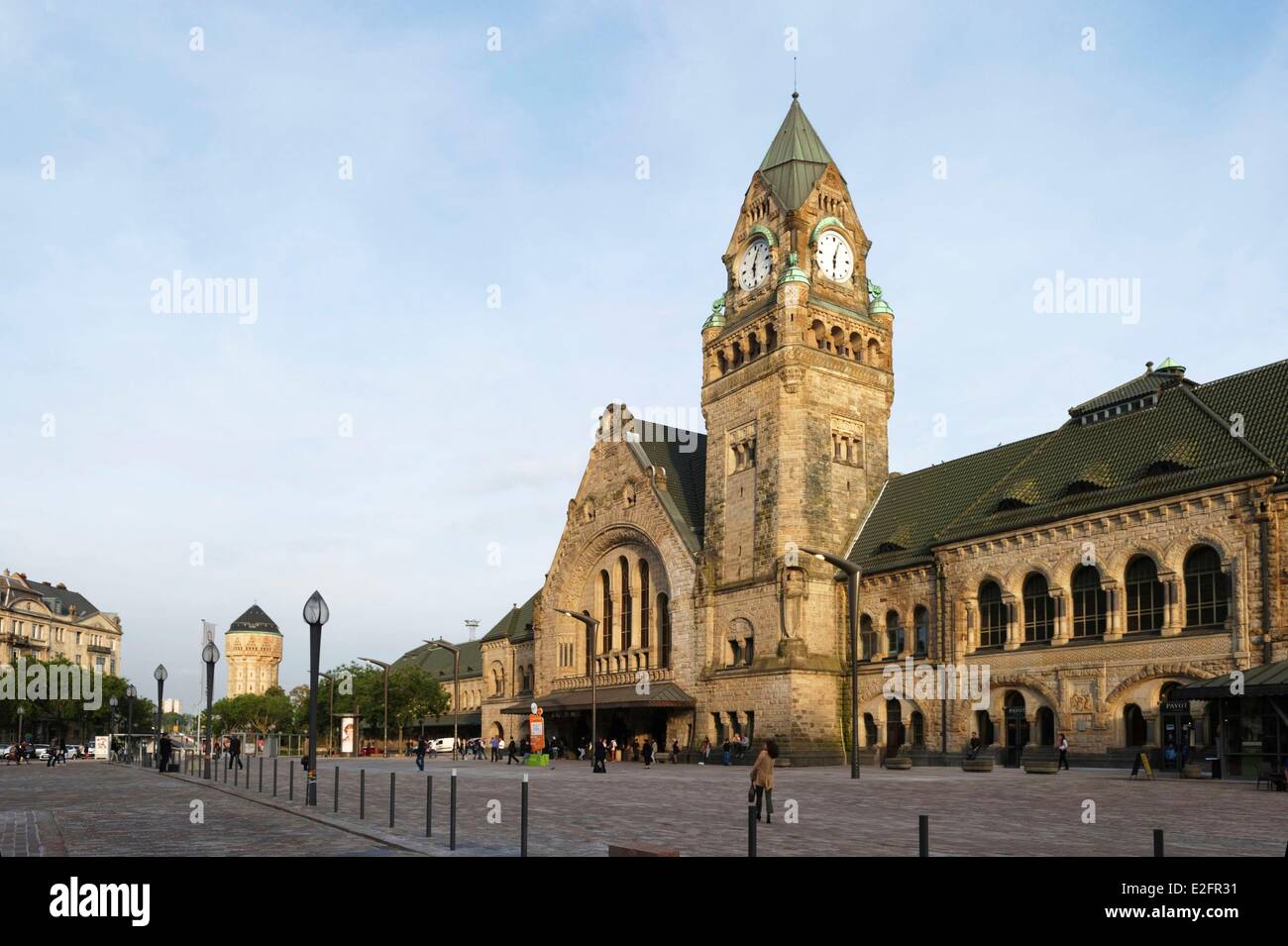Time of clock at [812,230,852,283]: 6:03
